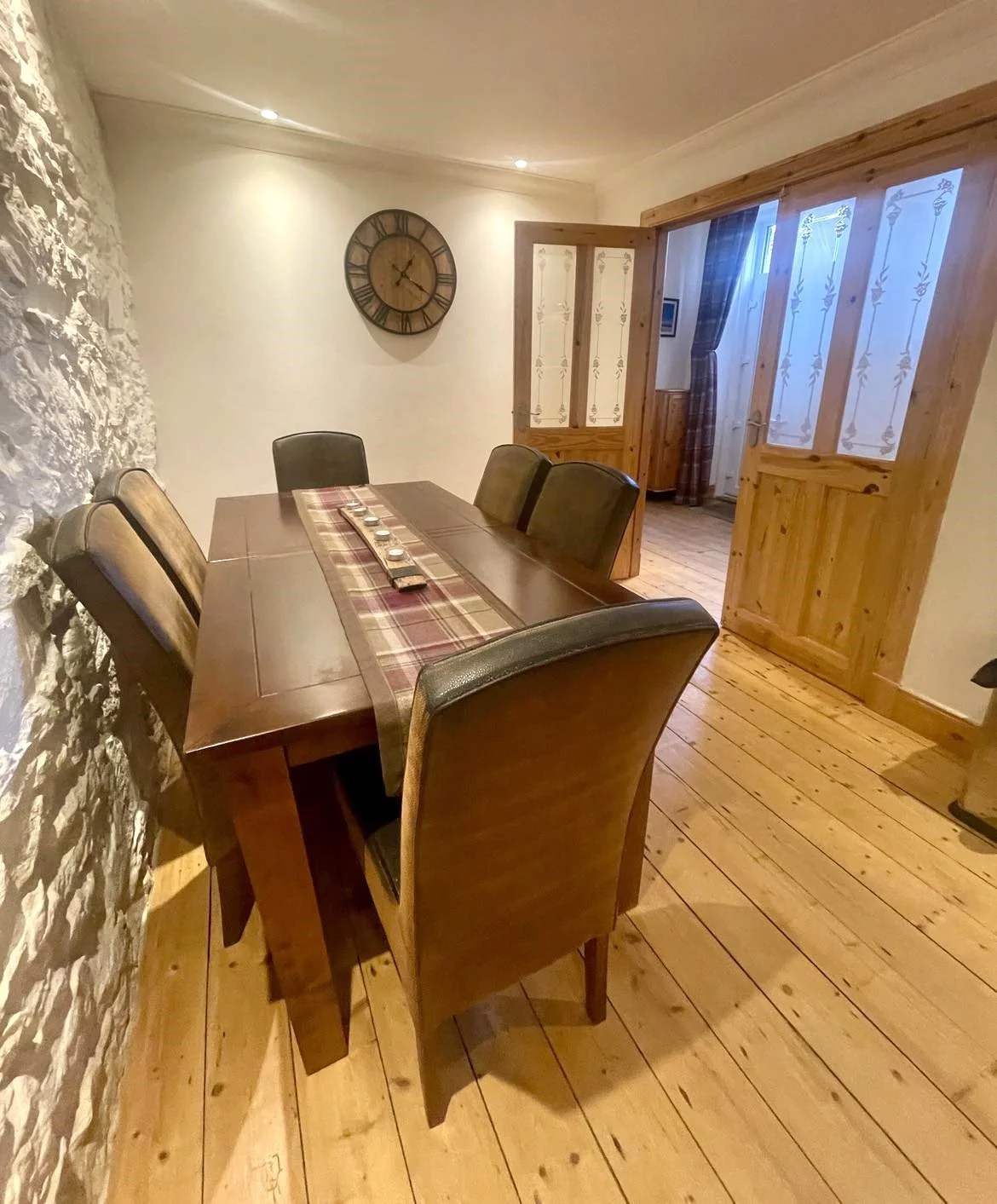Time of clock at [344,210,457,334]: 1:20
